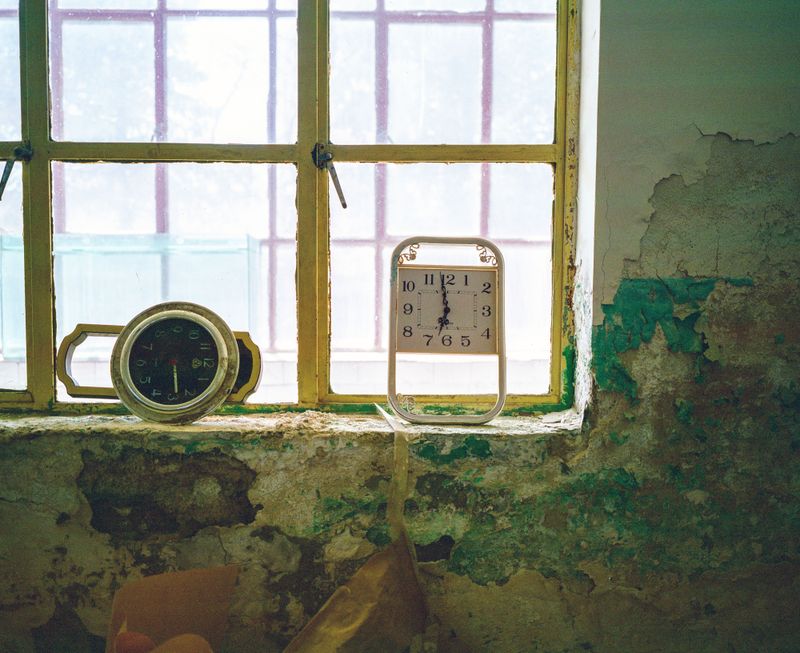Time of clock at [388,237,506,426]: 6:58
